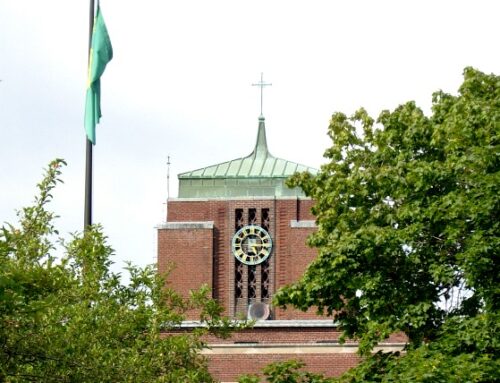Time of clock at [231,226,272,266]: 5:15
